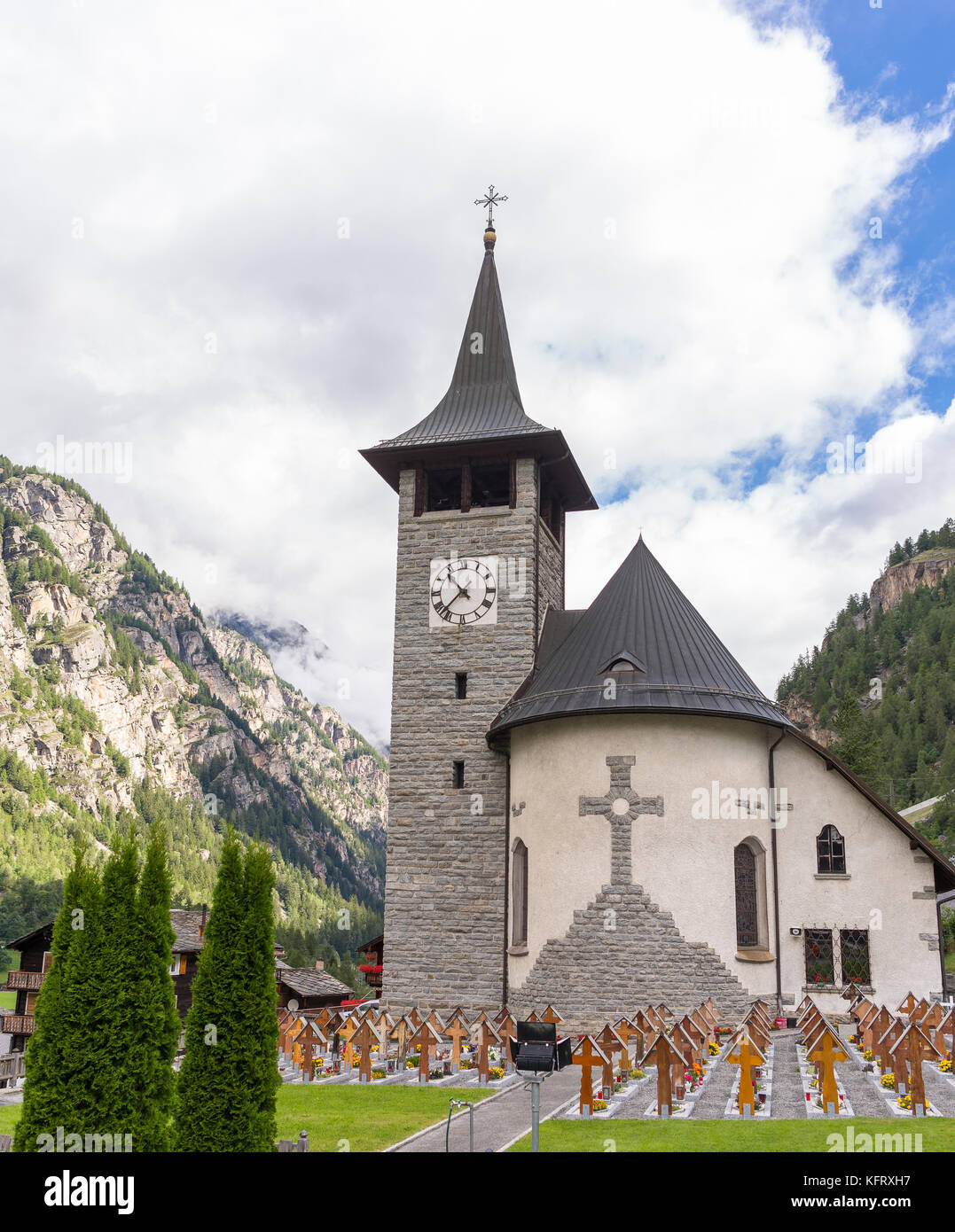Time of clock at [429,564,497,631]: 10:37
